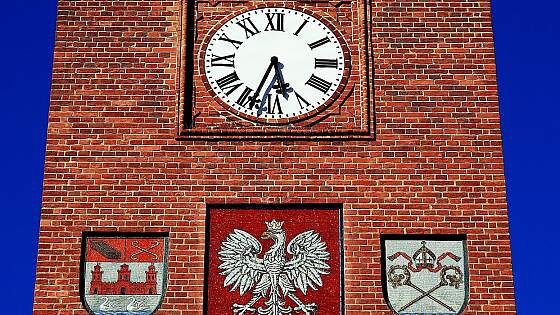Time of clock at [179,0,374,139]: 5:33
